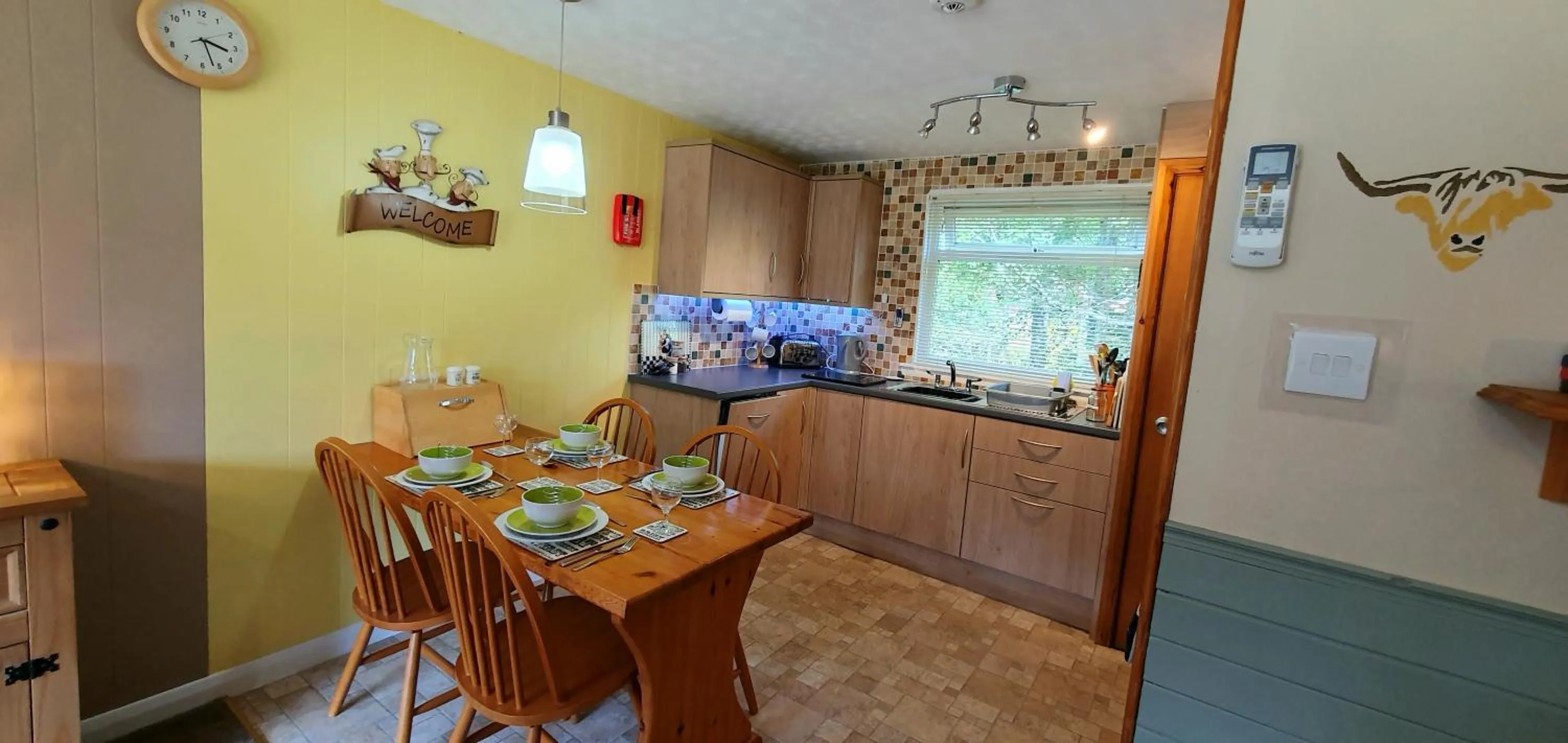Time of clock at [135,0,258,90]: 3:26
